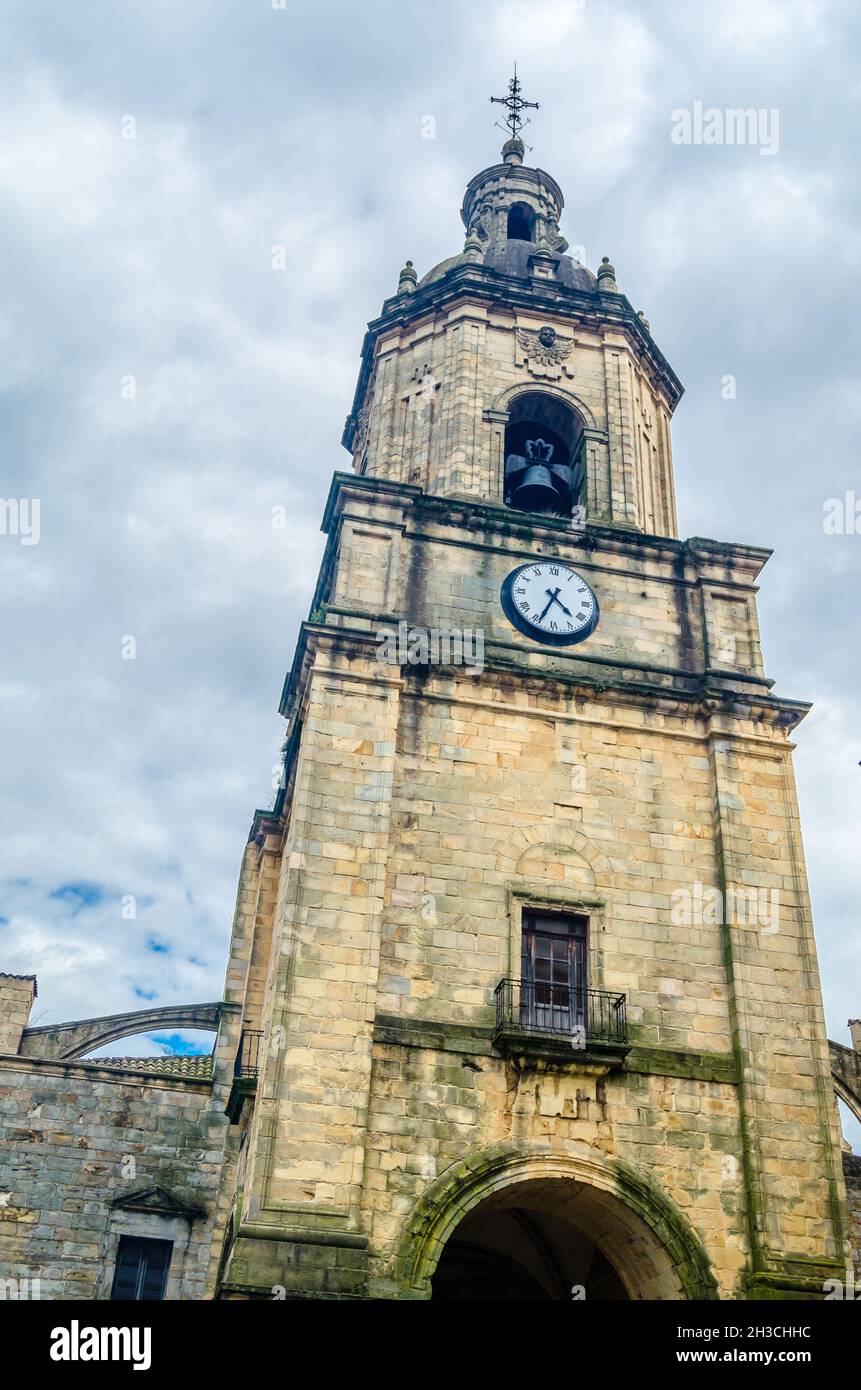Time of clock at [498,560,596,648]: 4:34
